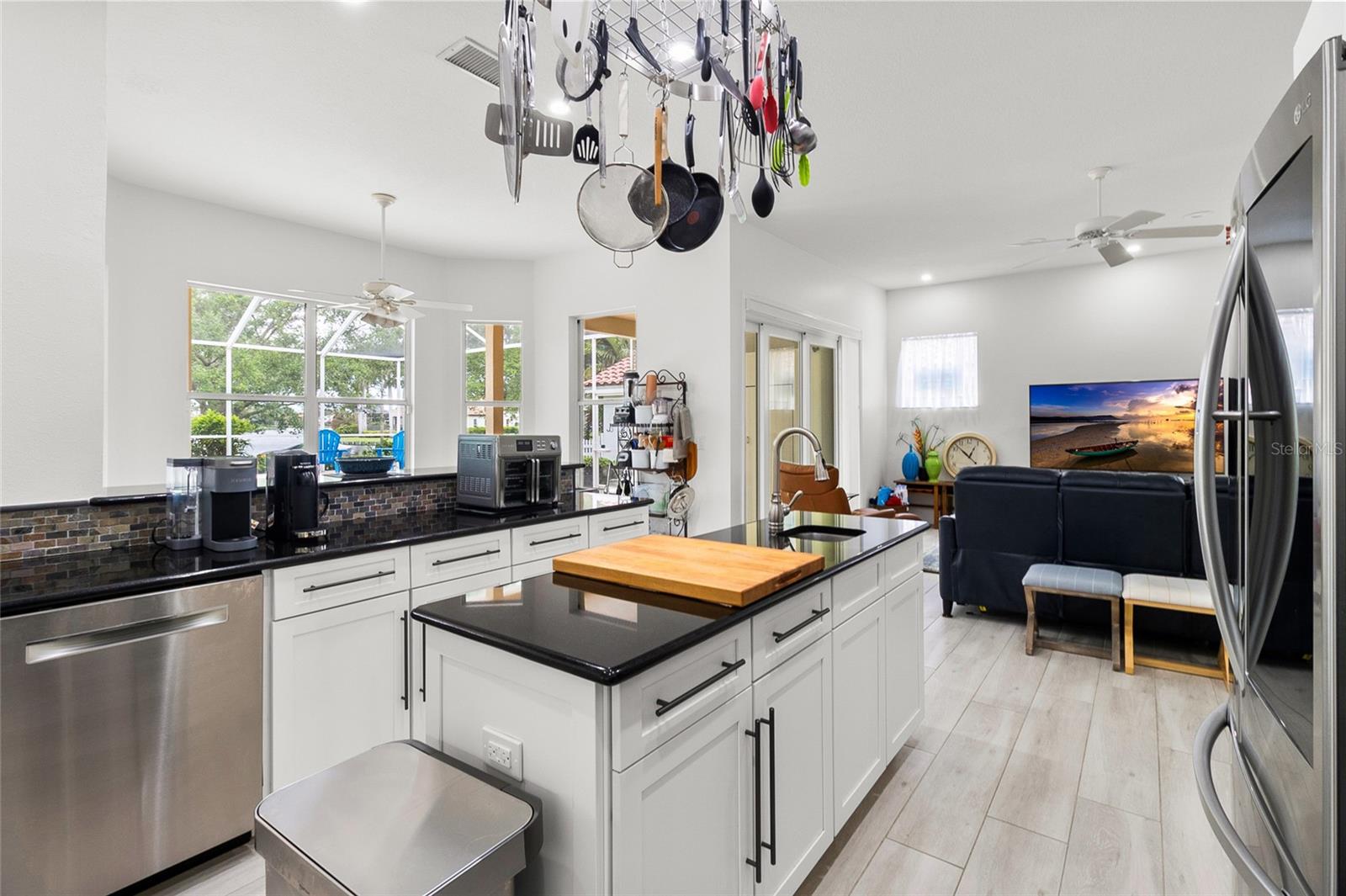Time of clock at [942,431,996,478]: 12:52
